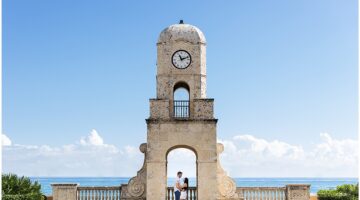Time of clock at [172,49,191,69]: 11:12
